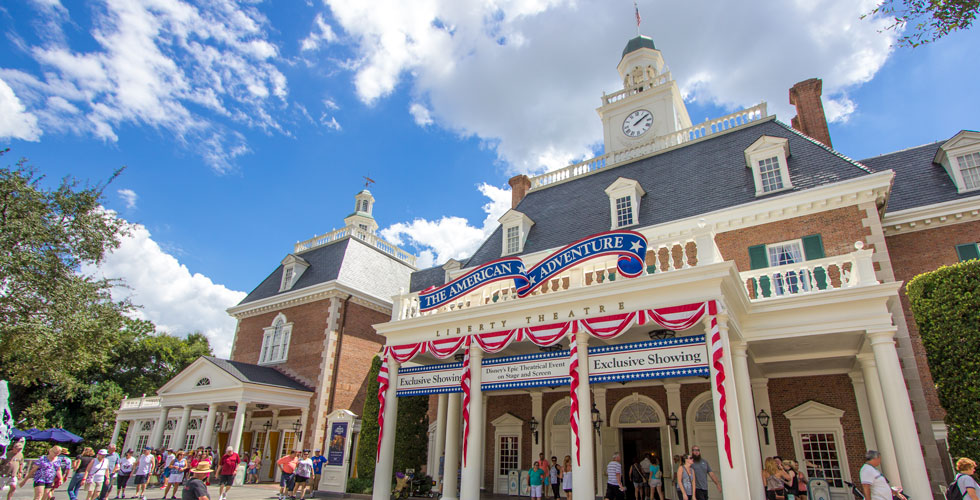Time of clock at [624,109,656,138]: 2:09
